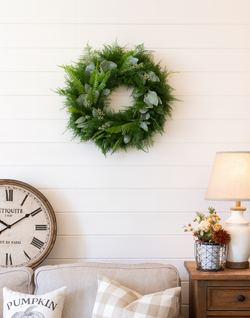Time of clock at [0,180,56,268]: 10:09
